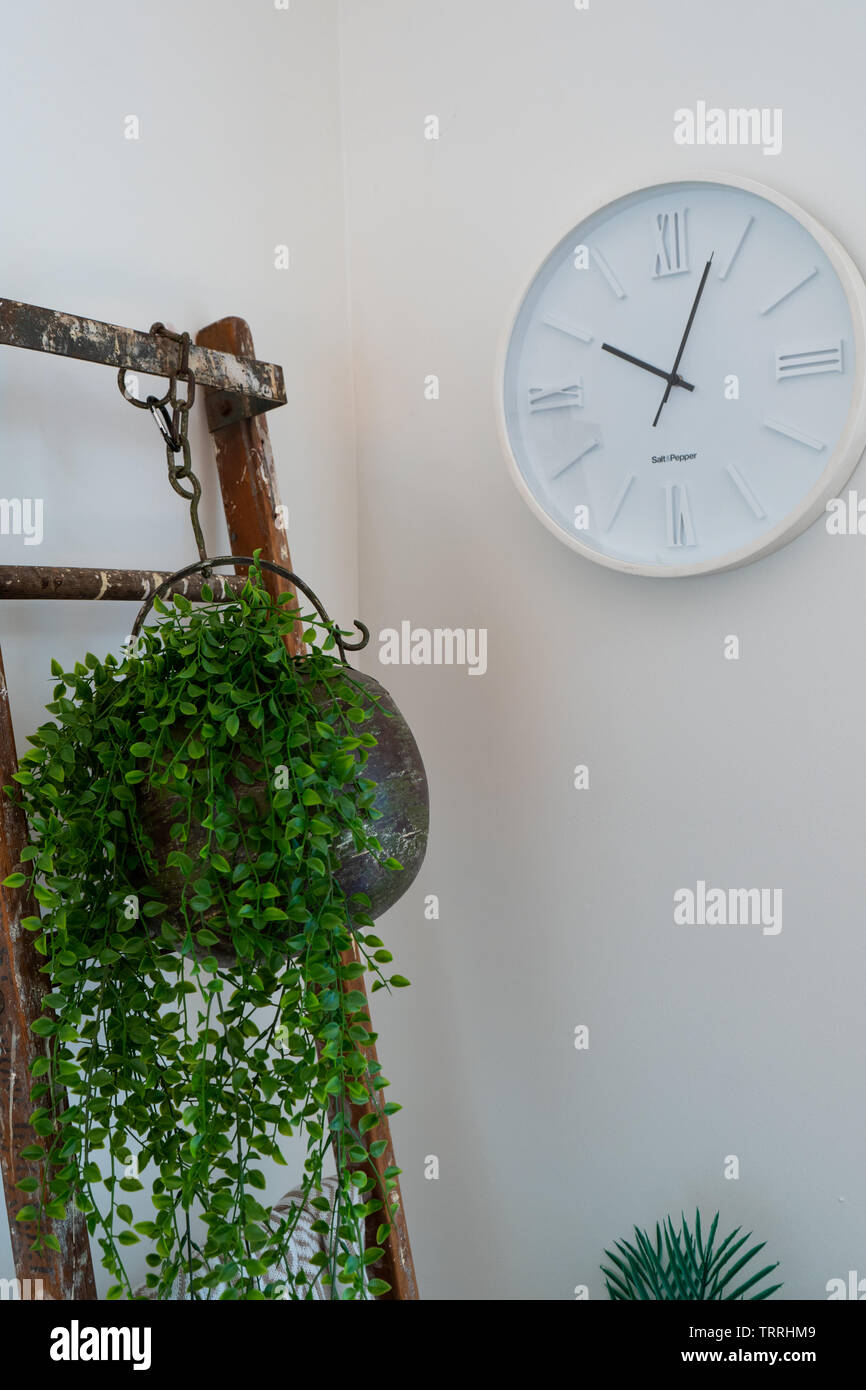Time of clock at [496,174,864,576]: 10:03
